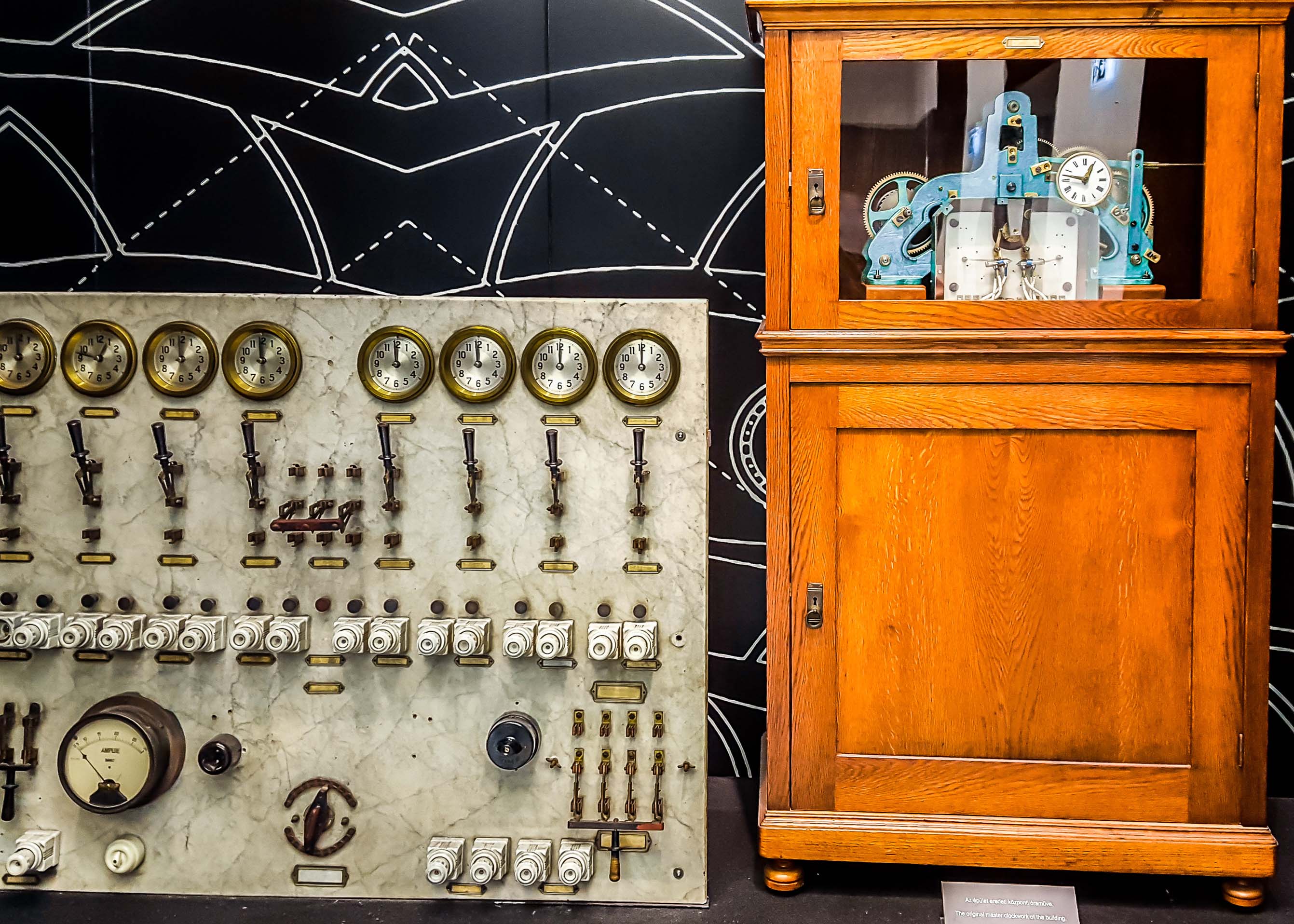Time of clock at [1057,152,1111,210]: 12:47
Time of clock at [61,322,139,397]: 12:47
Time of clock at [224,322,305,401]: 11:59
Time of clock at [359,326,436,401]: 11:59
